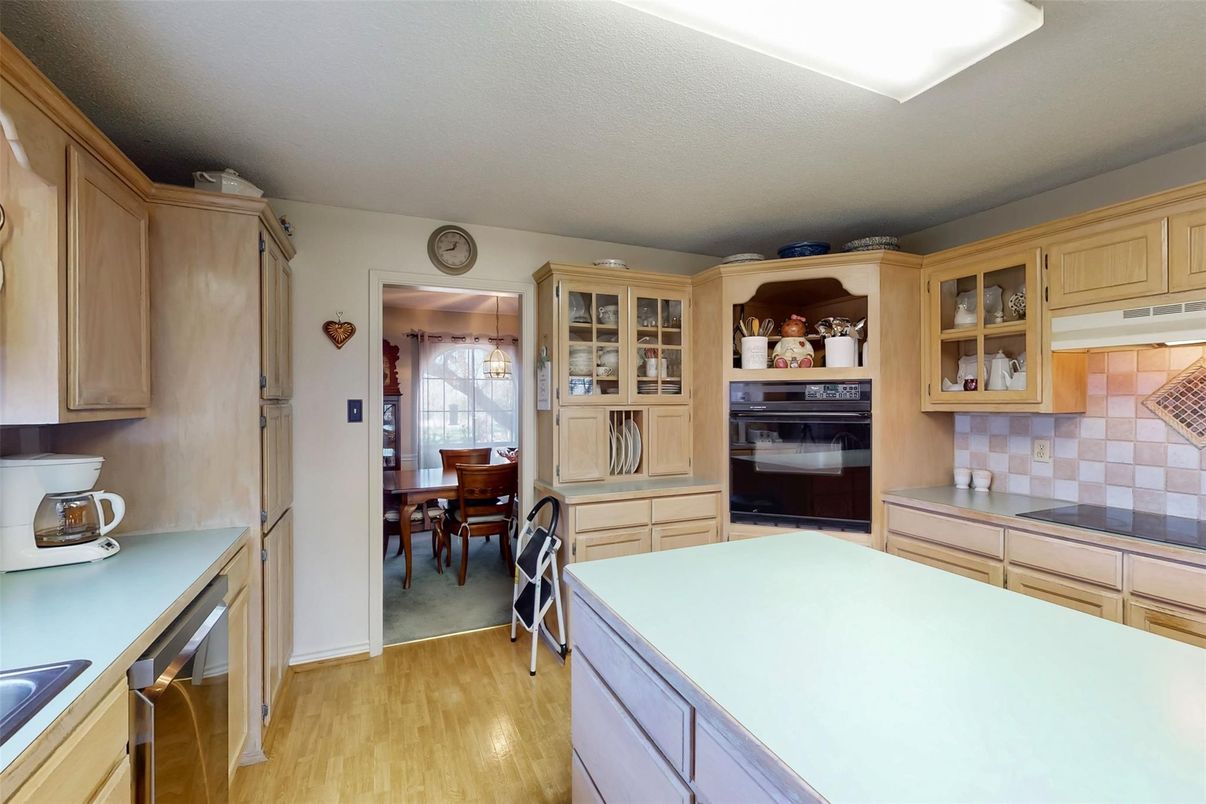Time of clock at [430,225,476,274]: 12:42
